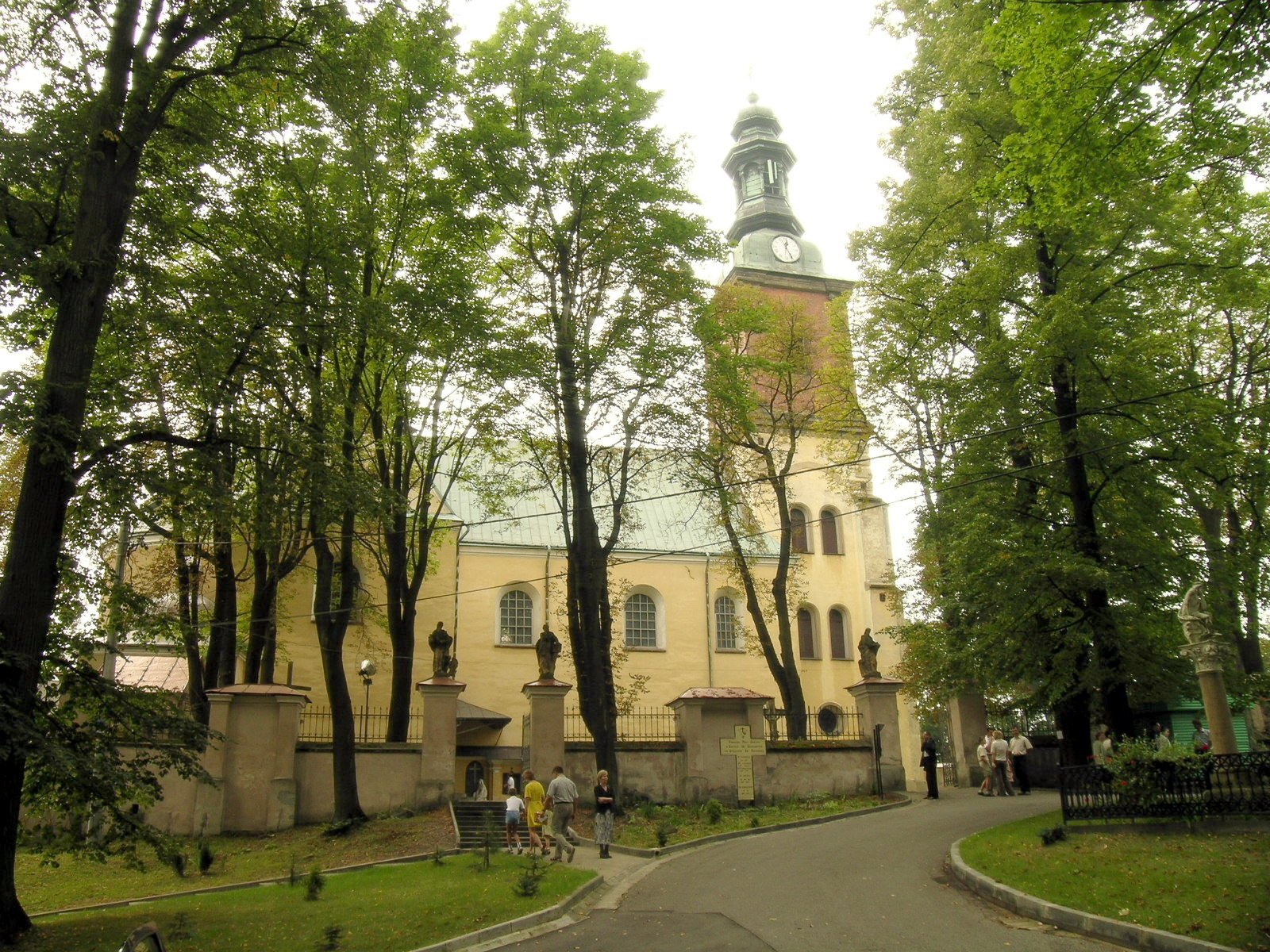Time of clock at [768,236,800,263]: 12:24
